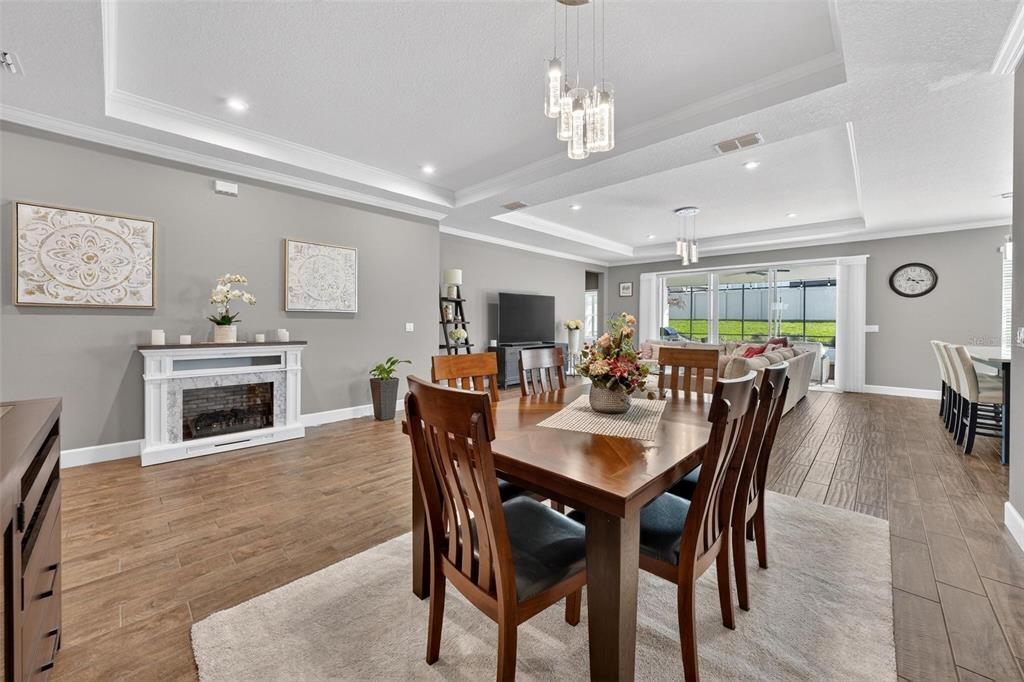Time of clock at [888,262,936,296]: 4:16
